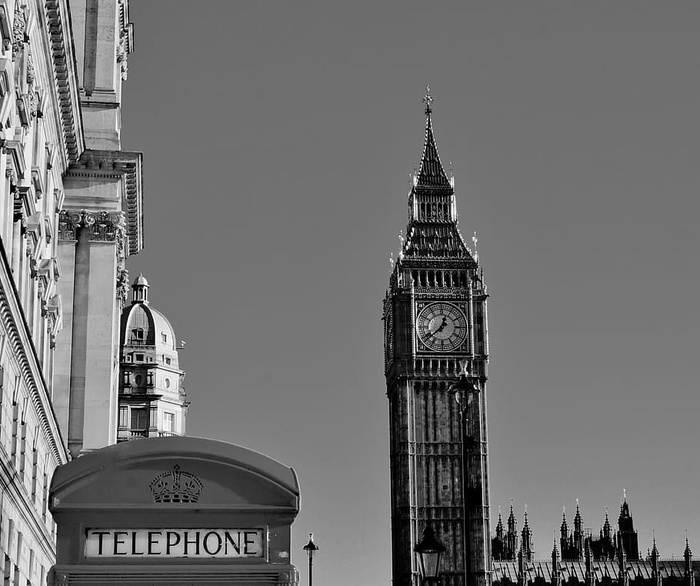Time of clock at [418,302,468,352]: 12:38
